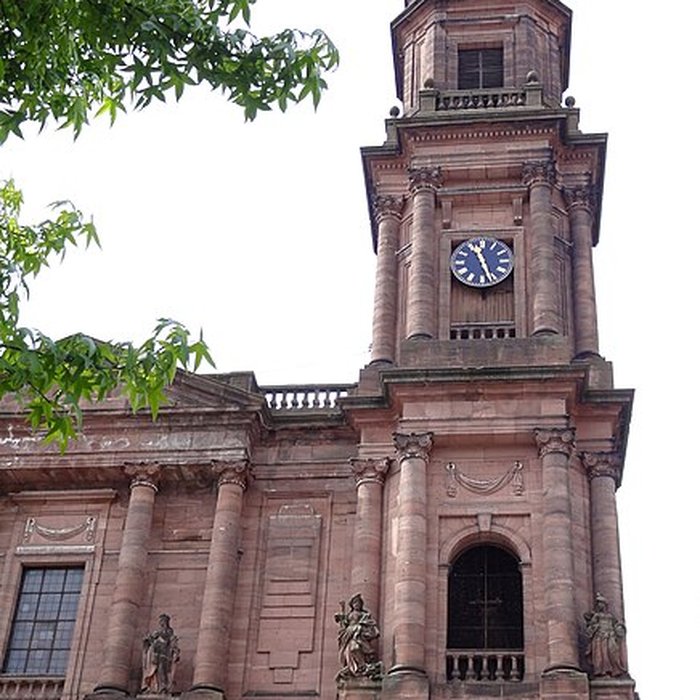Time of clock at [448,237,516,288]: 11:26
